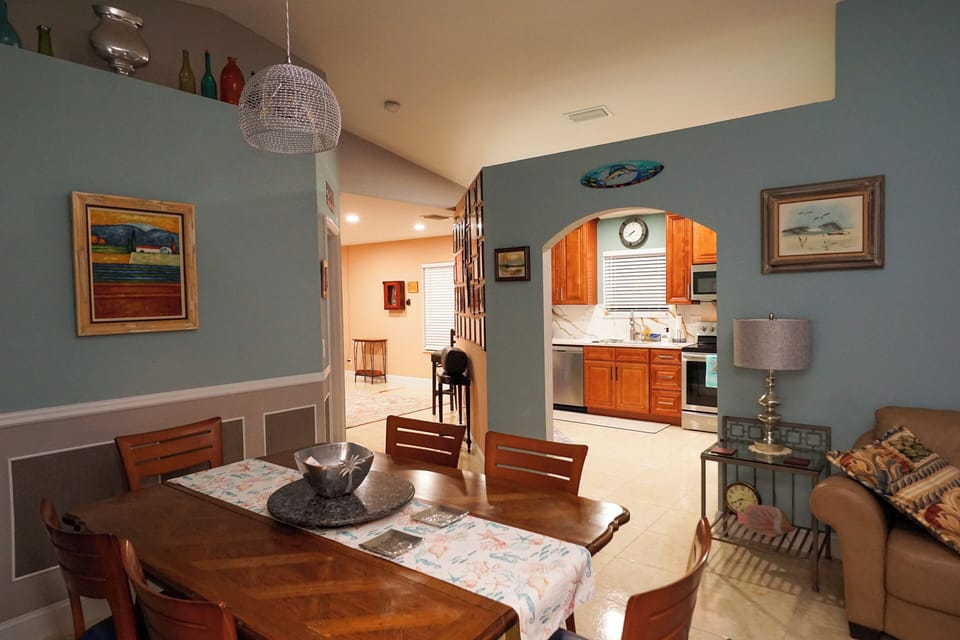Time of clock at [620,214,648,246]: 7:40
